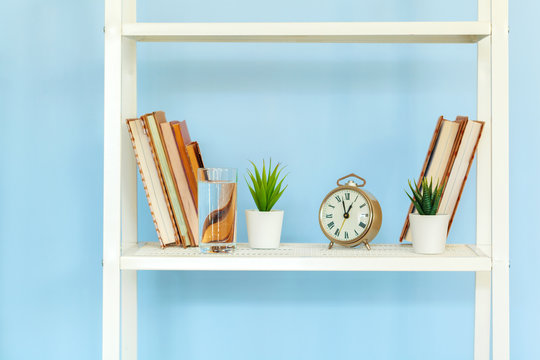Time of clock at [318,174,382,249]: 12:57
